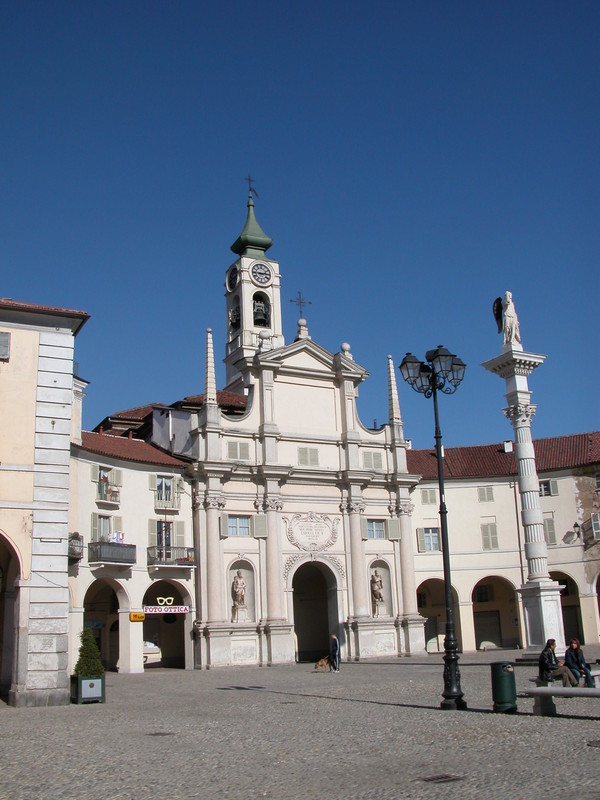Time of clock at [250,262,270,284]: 2:45
